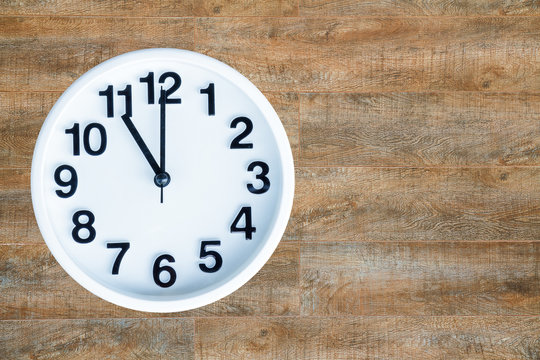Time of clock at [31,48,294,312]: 11:00
